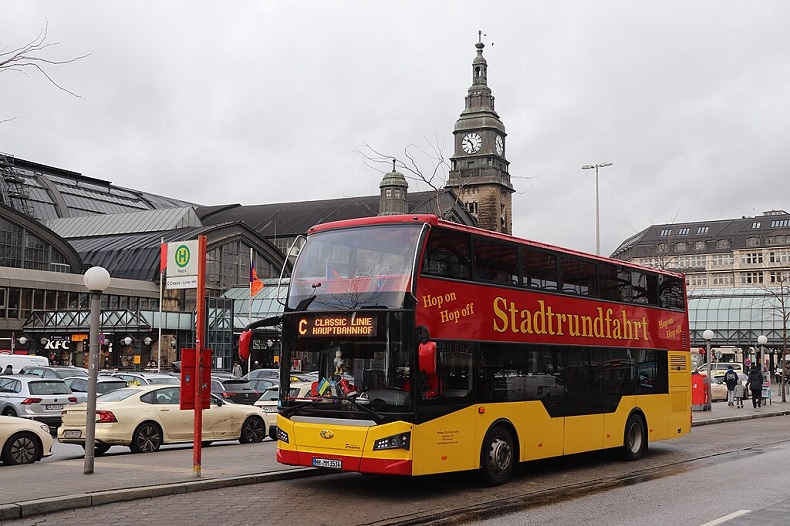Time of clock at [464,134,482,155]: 10:28
